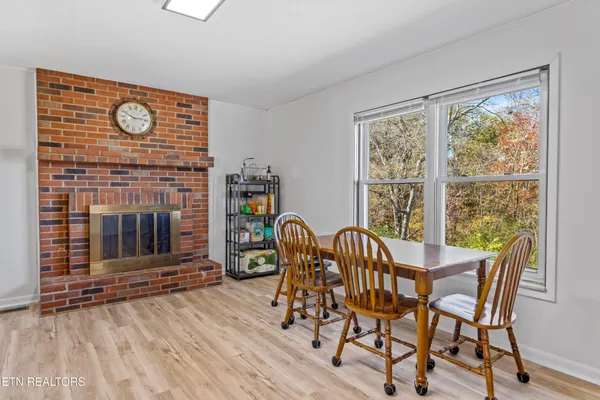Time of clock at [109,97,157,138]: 2:48
